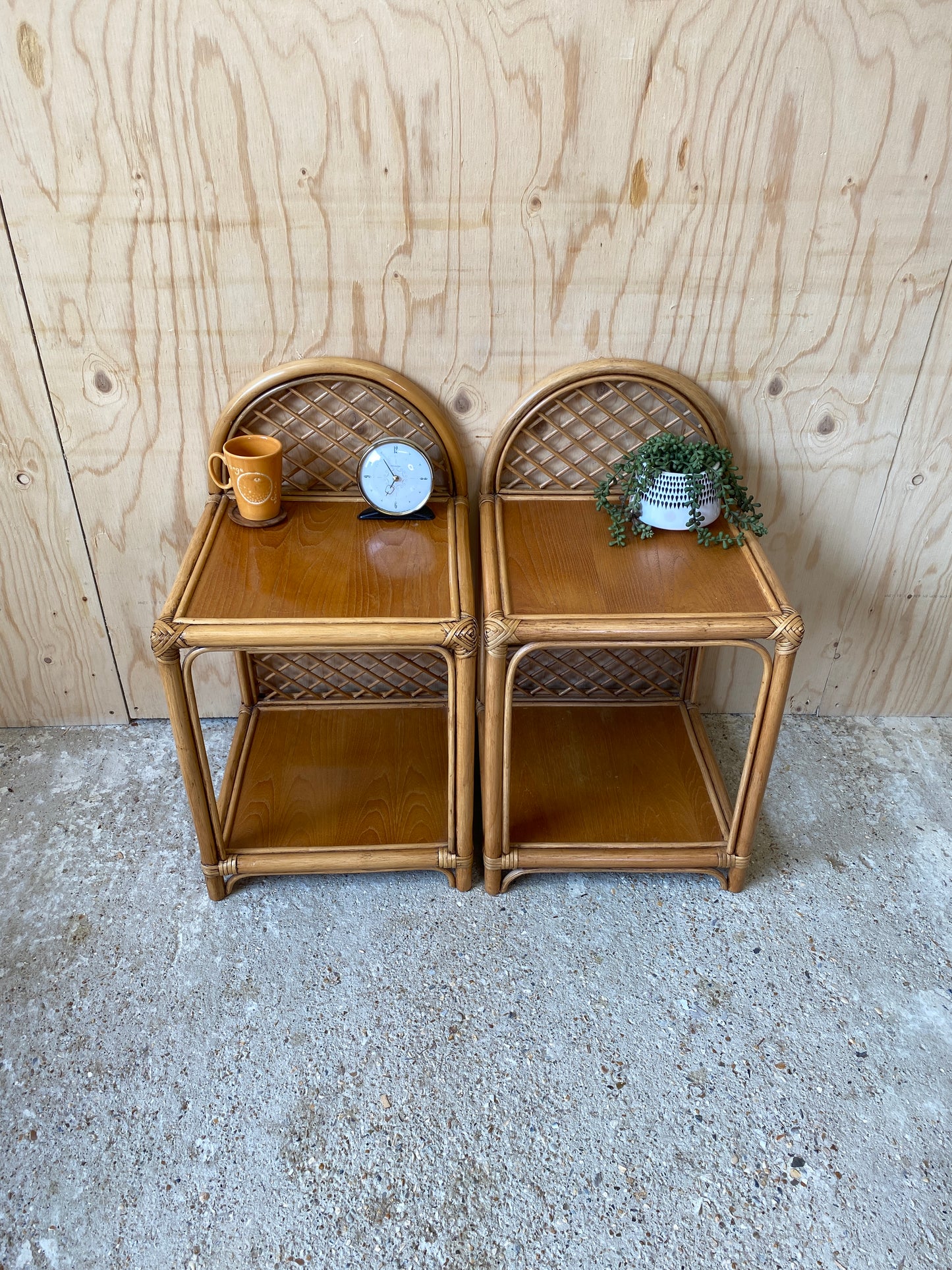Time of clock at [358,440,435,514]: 6:54
